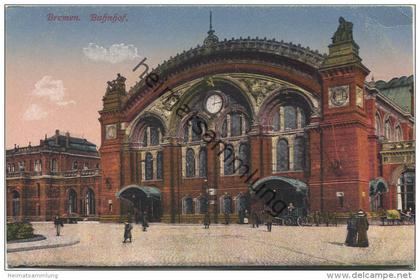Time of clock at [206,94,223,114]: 12:12
